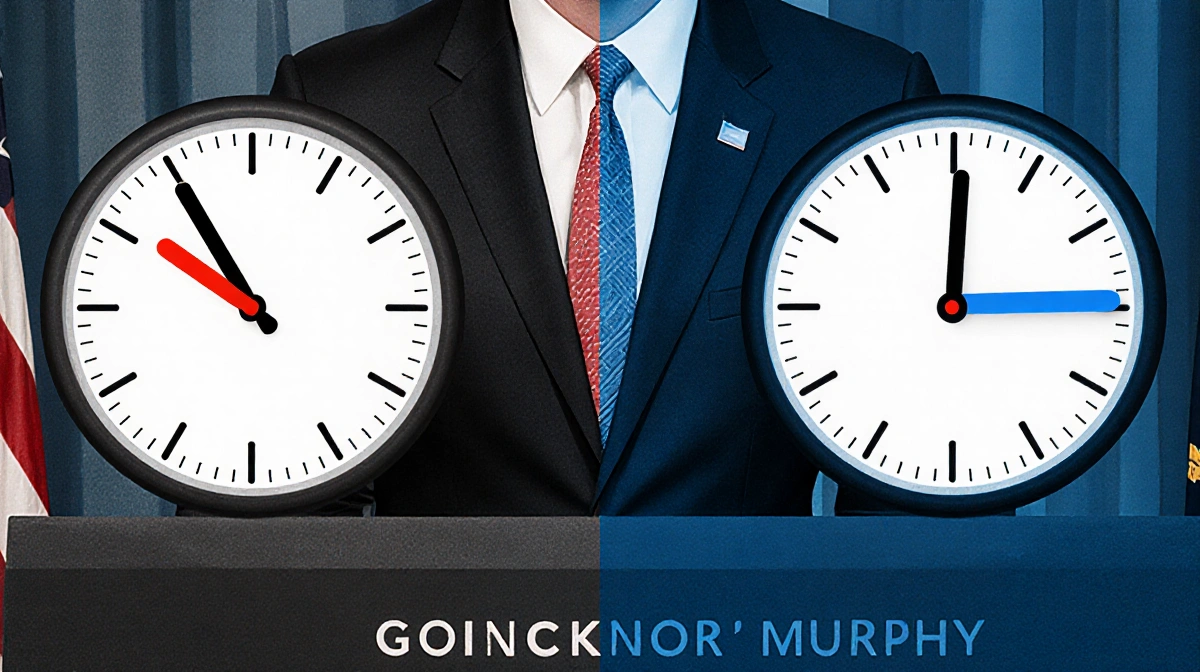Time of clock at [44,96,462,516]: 9:54
